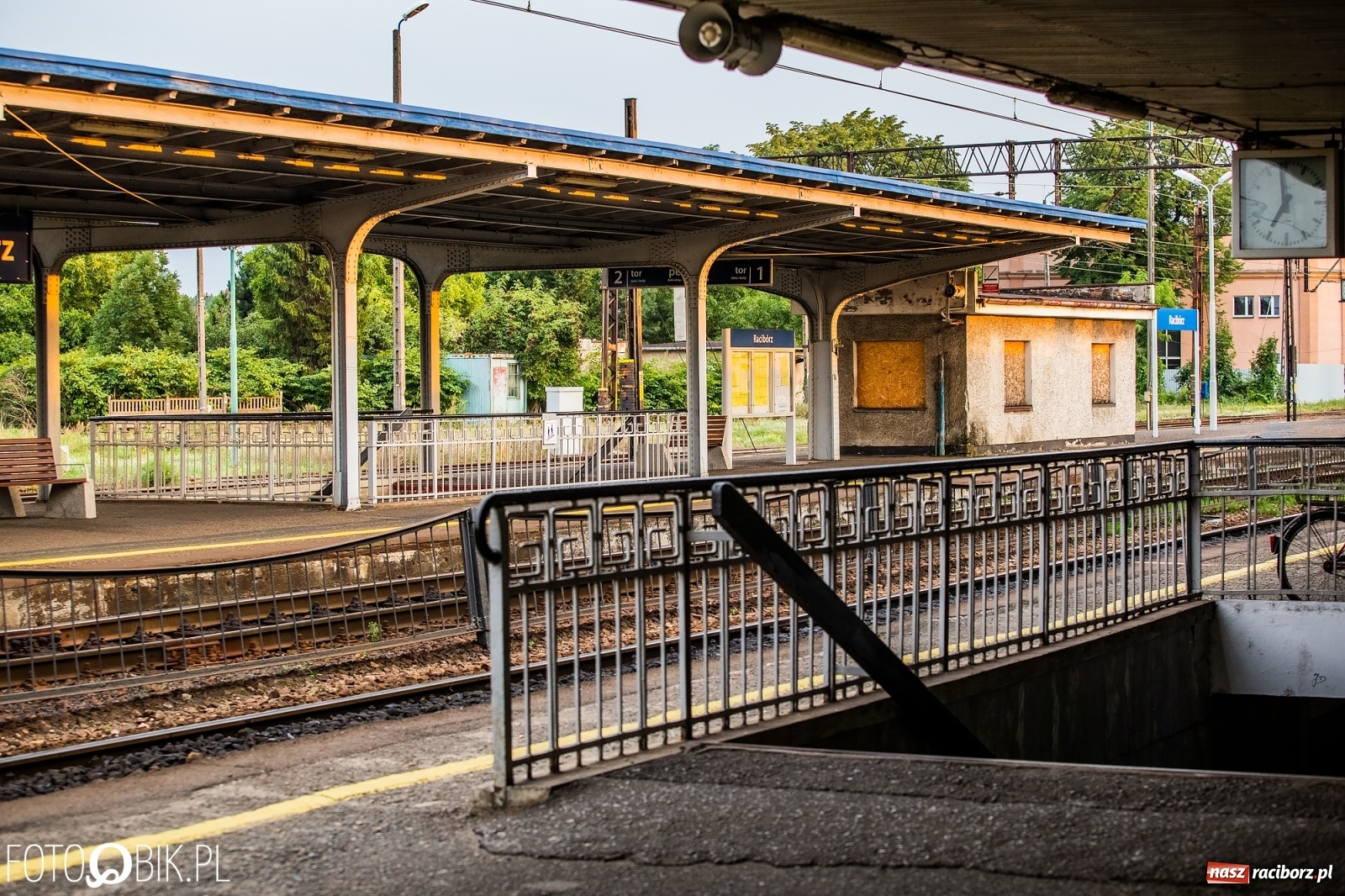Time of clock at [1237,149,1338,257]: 6:59
